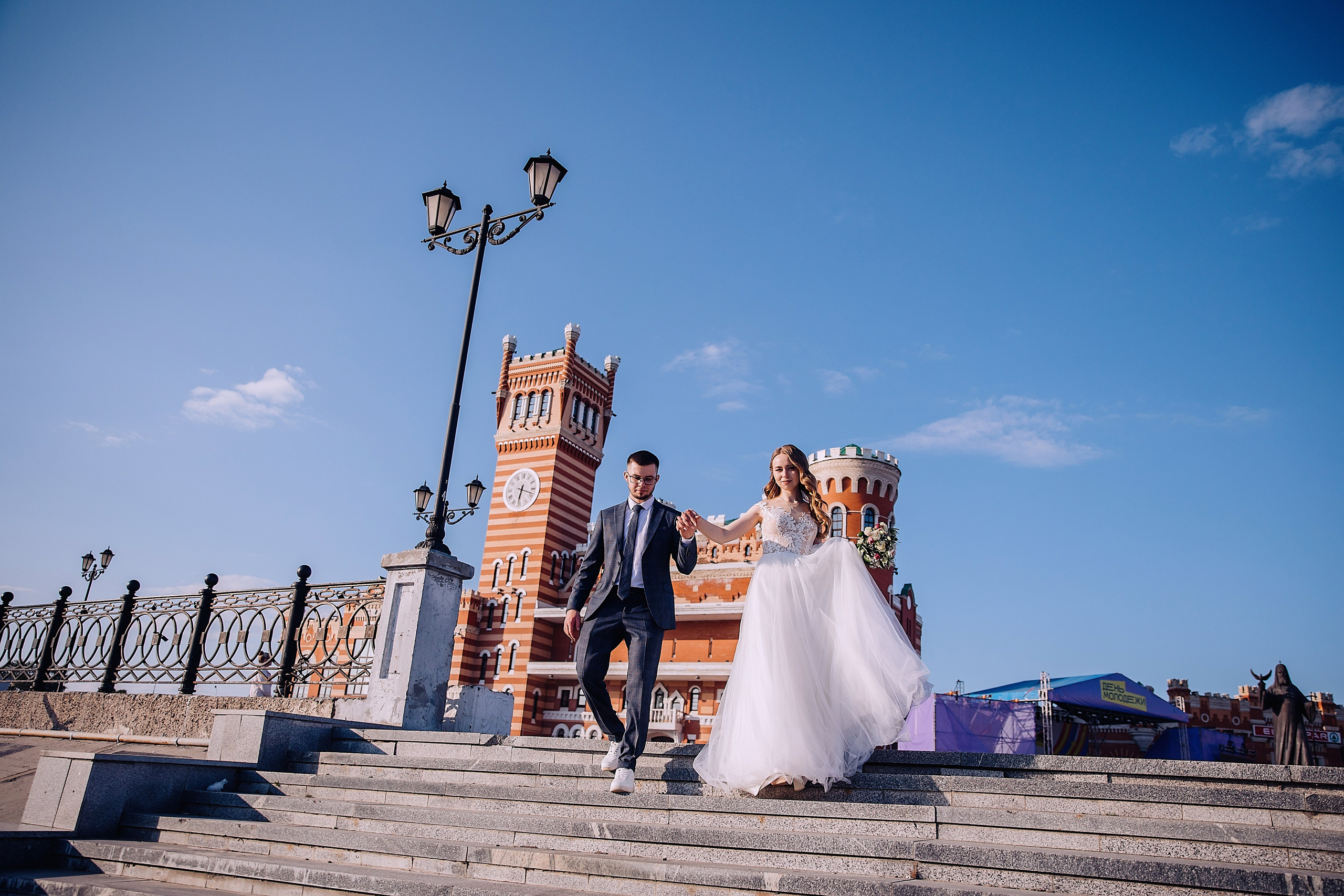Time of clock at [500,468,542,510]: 6:18
